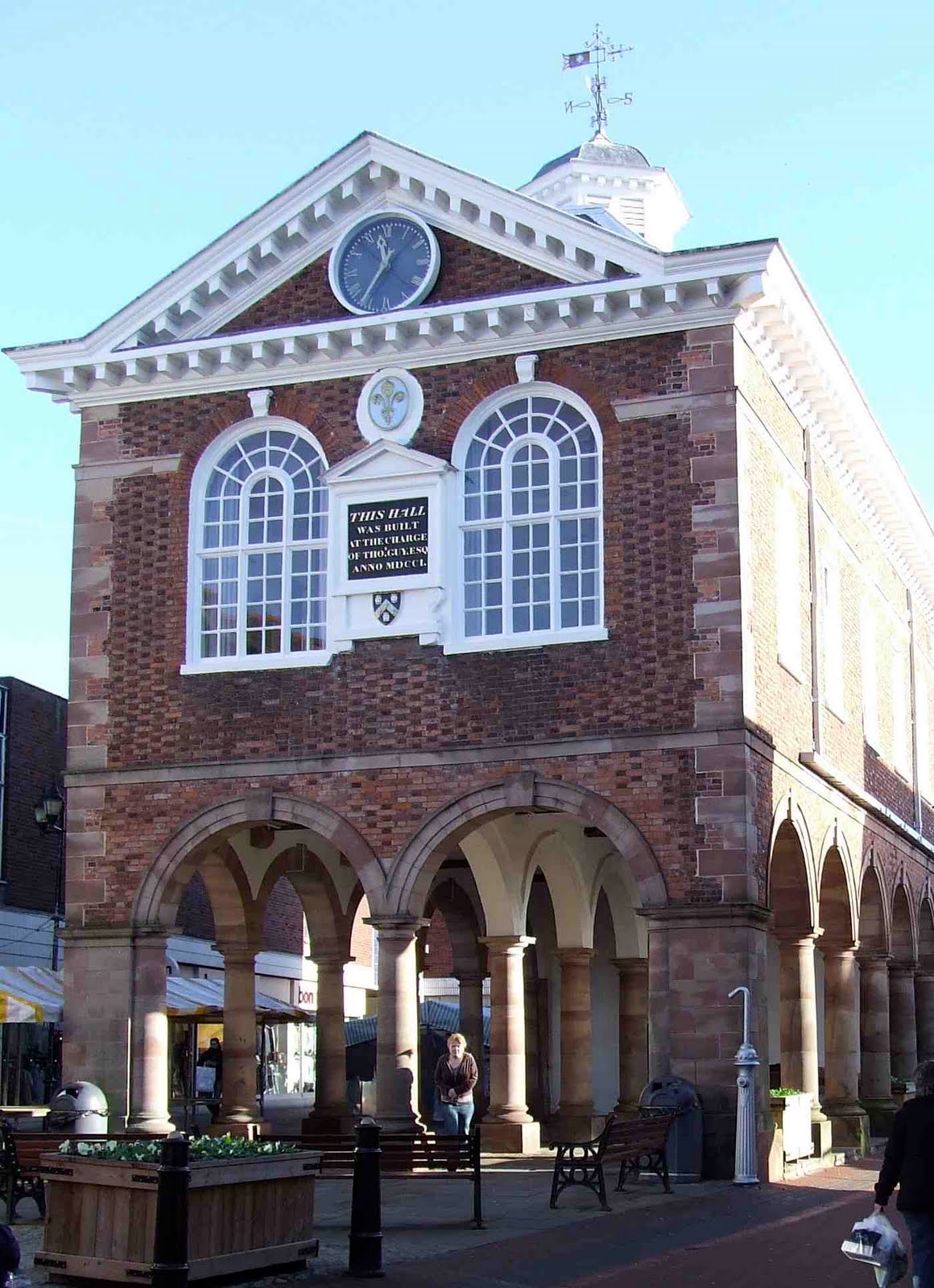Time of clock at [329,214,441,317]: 11:35
